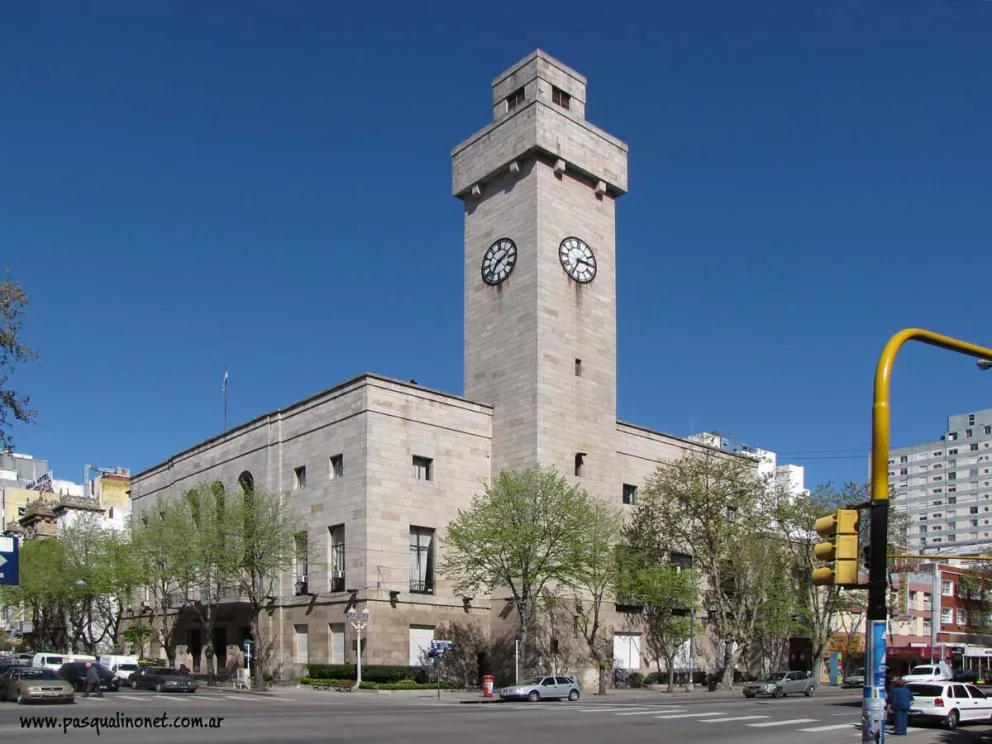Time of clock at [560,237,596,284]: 2:34
